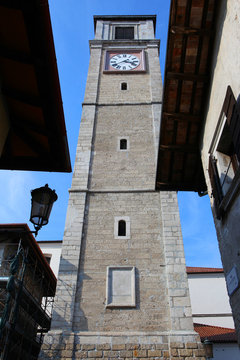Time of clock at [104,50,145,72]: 3:40
